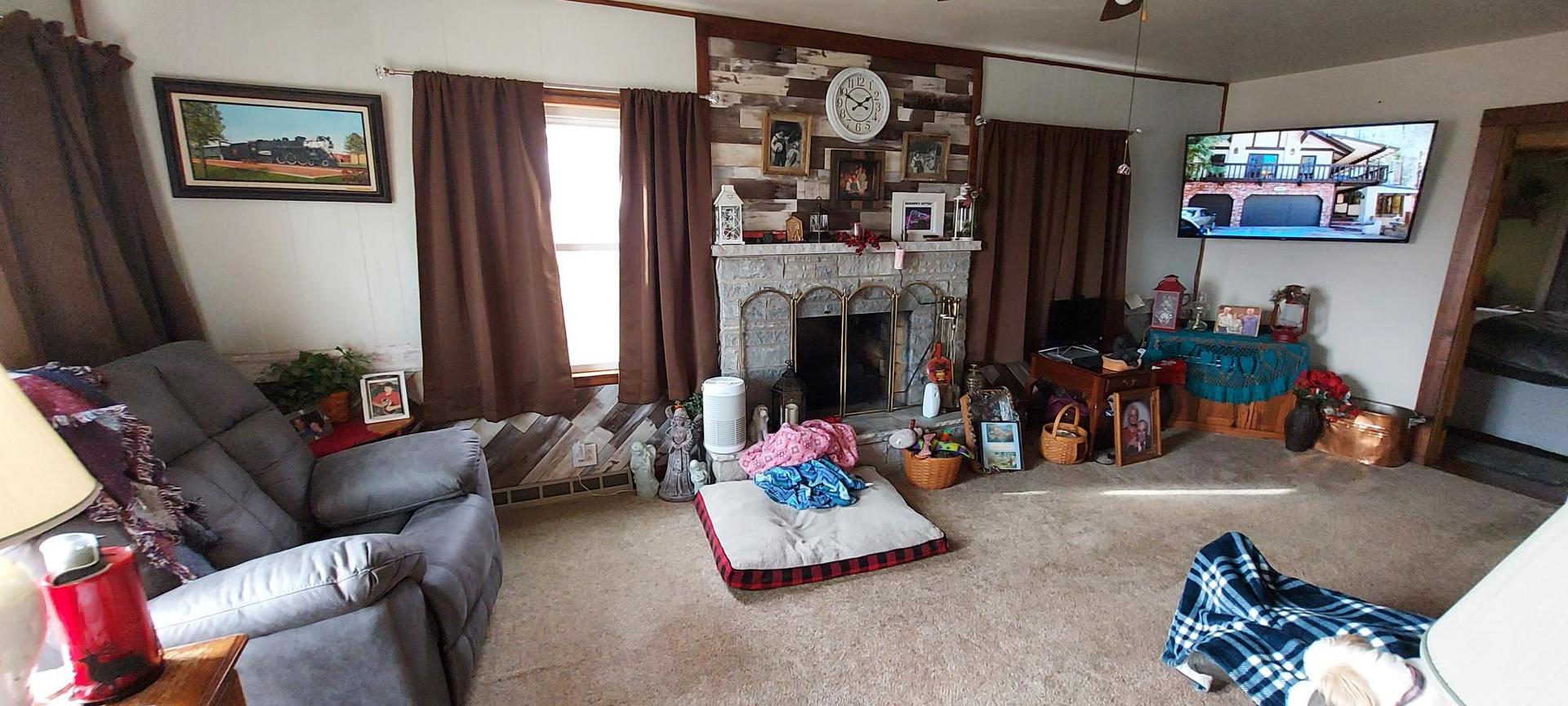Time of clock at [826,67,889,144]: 1:49
